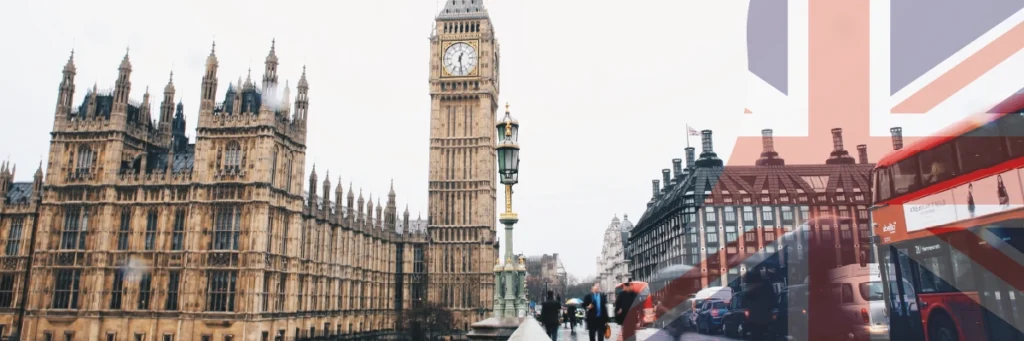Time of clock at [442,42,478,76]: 12:28
